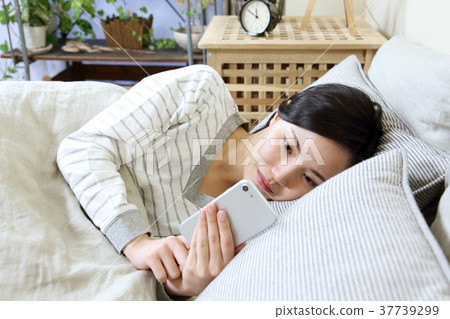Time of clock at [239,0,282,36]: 11:50
